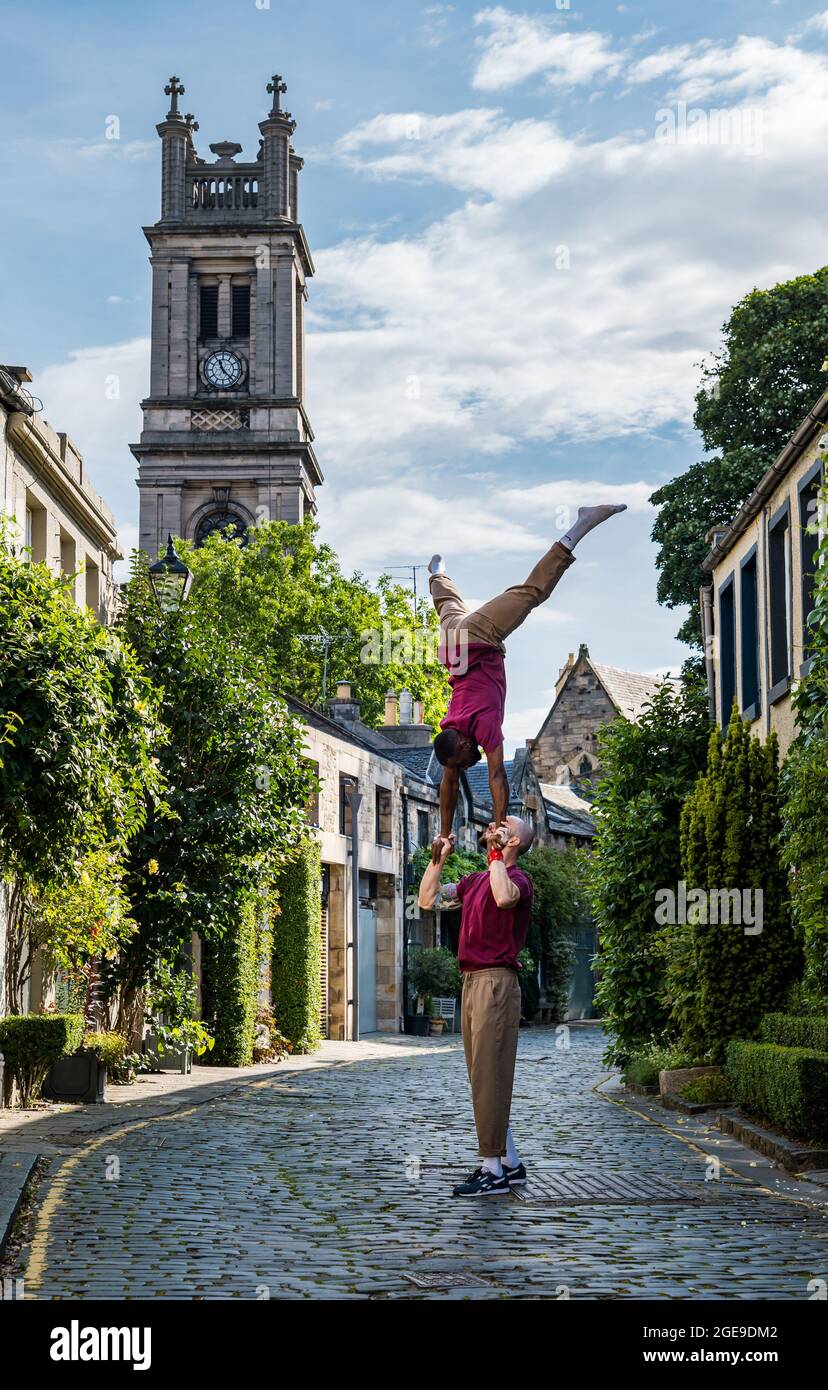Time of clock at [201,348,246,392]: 11:22
